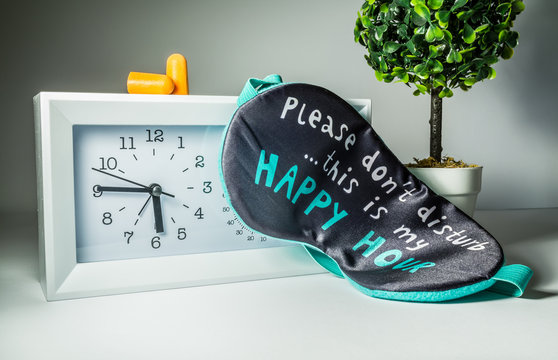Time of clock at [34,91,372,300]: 5:45
